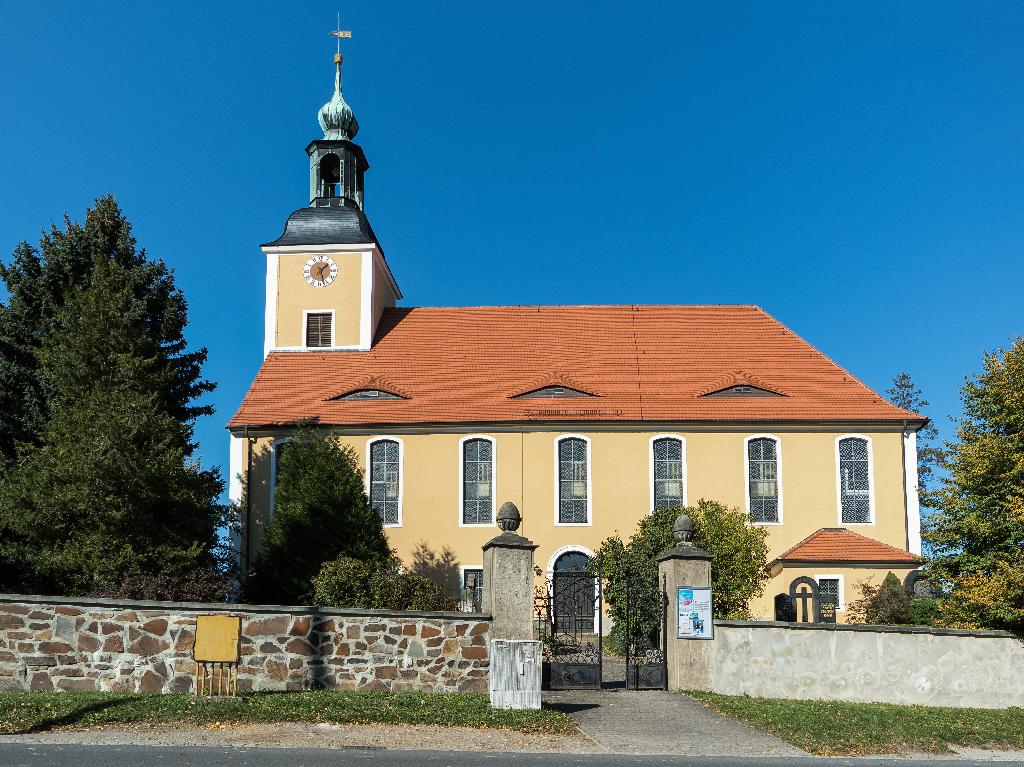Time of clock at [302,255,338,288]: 1:27
